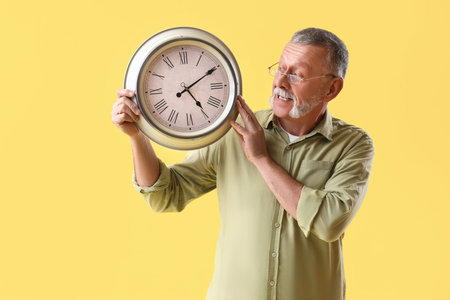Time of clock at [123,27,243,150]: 5:09
